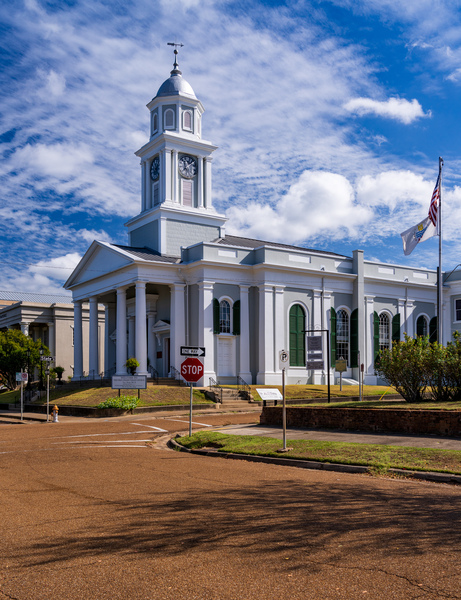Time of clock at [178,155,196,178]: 11:07
